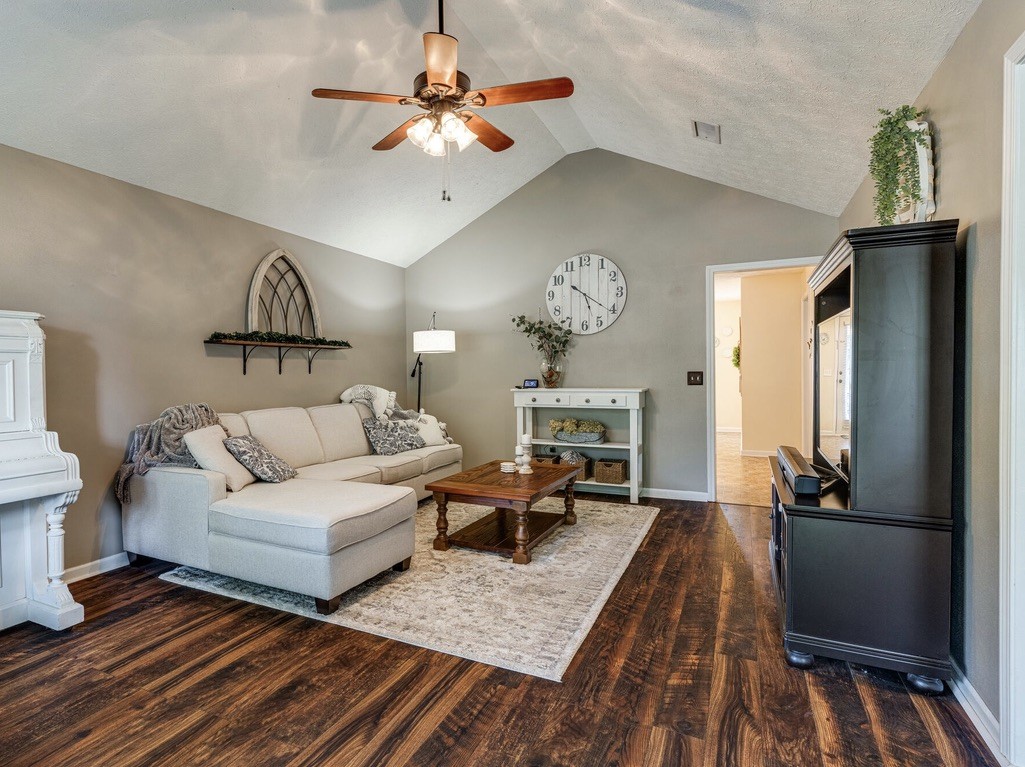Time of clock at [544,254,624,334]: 5:20
